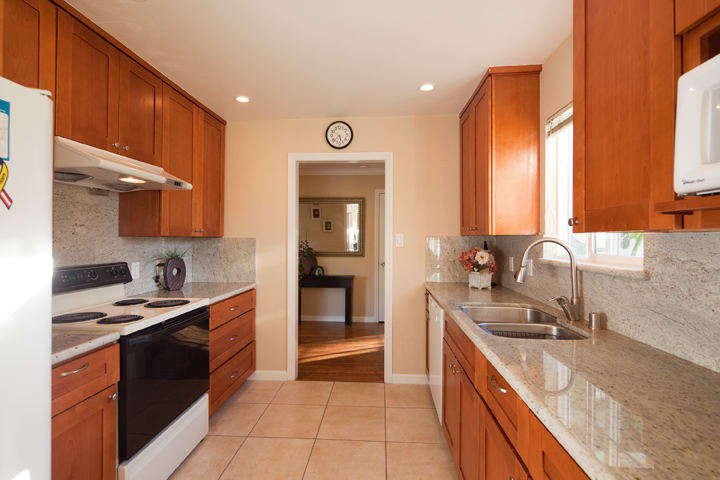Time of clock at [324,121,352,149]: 5:37
